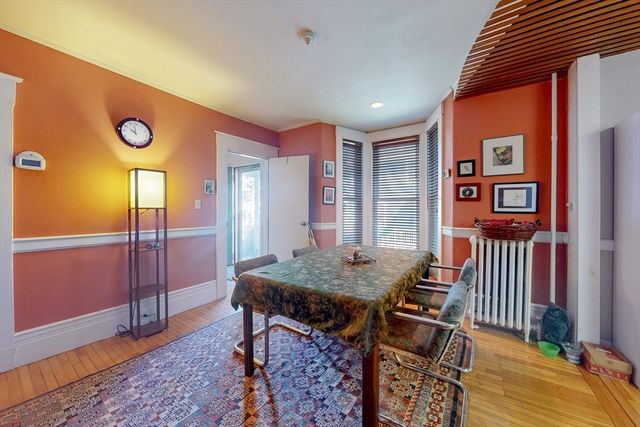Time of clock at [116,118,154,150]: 9:58
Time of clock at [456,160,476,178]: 11:22
